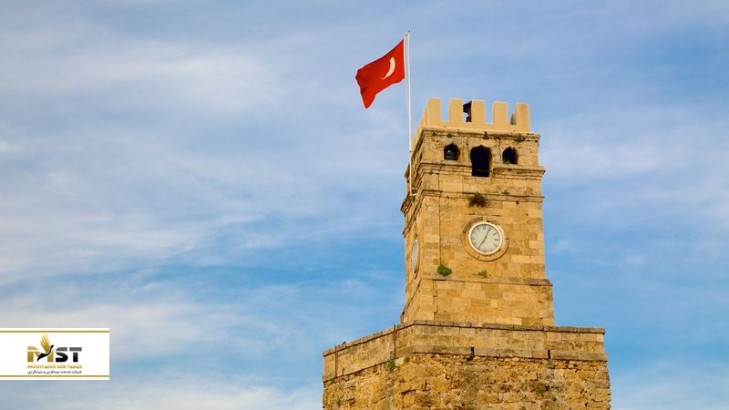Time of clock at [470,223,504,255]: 7:04
